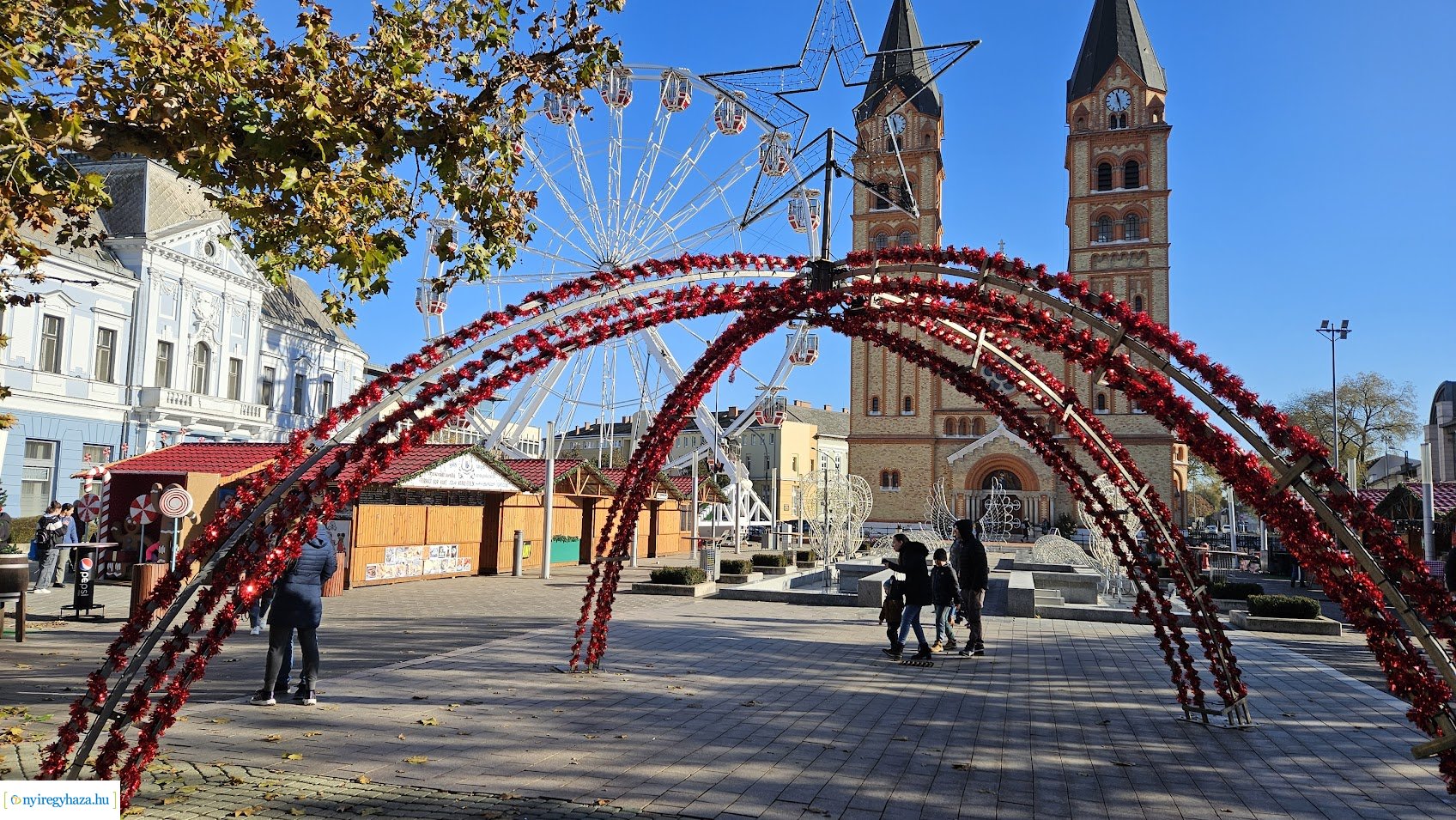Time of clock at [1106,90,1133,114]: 11:28
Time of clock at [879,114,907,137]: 11:28
